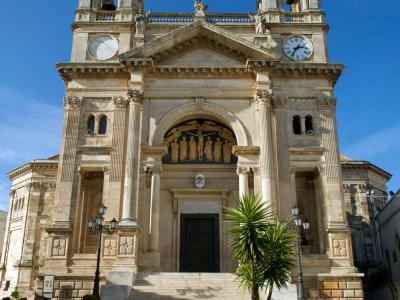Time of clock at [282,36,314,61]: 2:36
